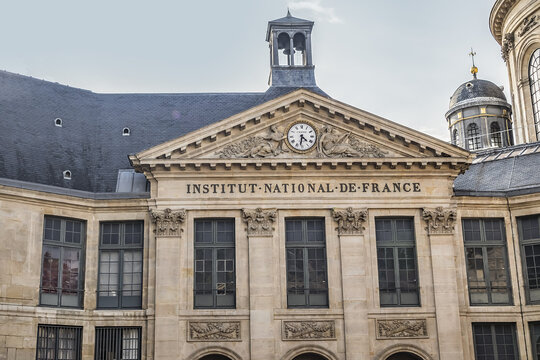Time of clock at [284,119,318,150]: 4:31
